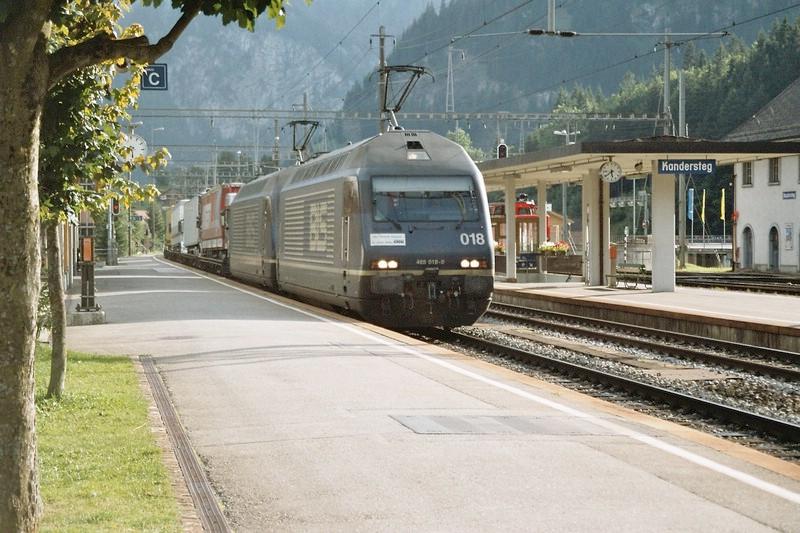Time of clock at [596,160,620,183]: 5:38
